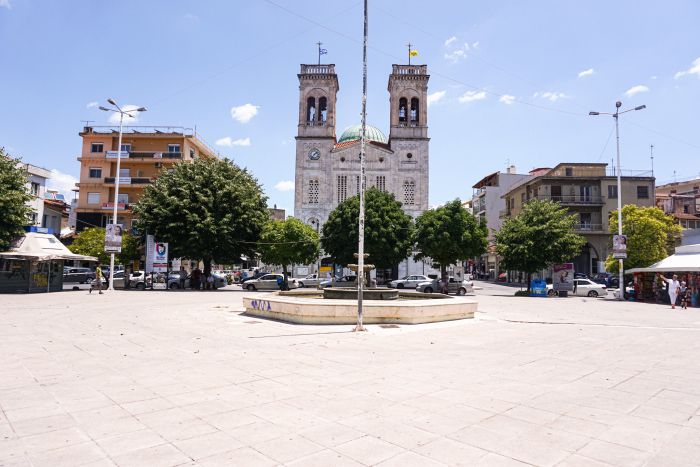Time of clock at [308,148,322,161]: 1:36
